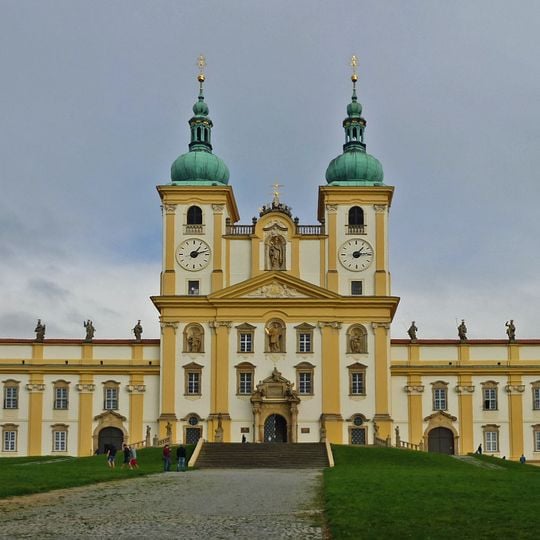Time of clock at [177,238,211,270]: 1:12
